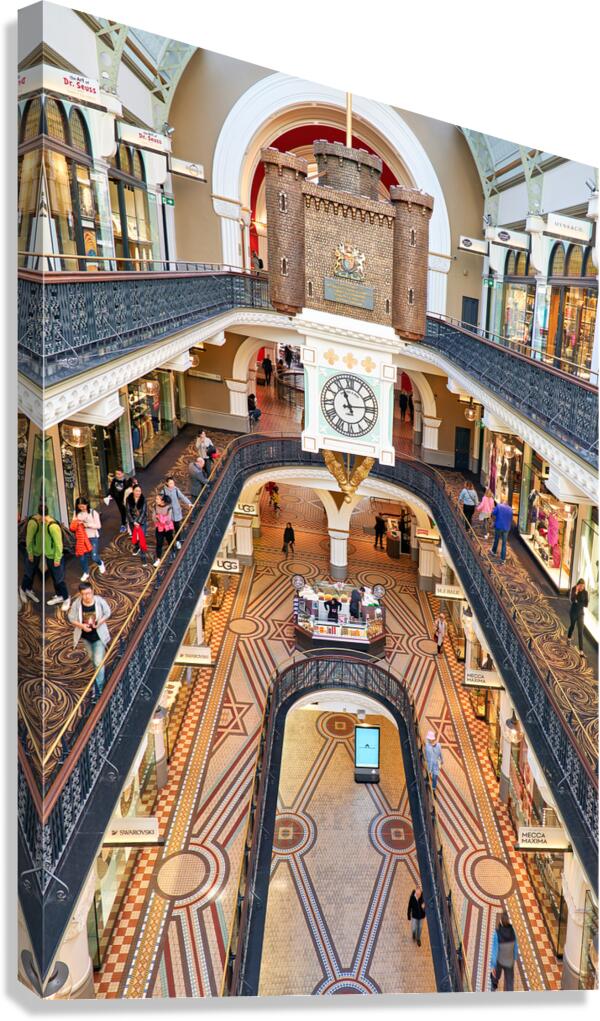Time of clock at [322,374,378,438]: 11:13
